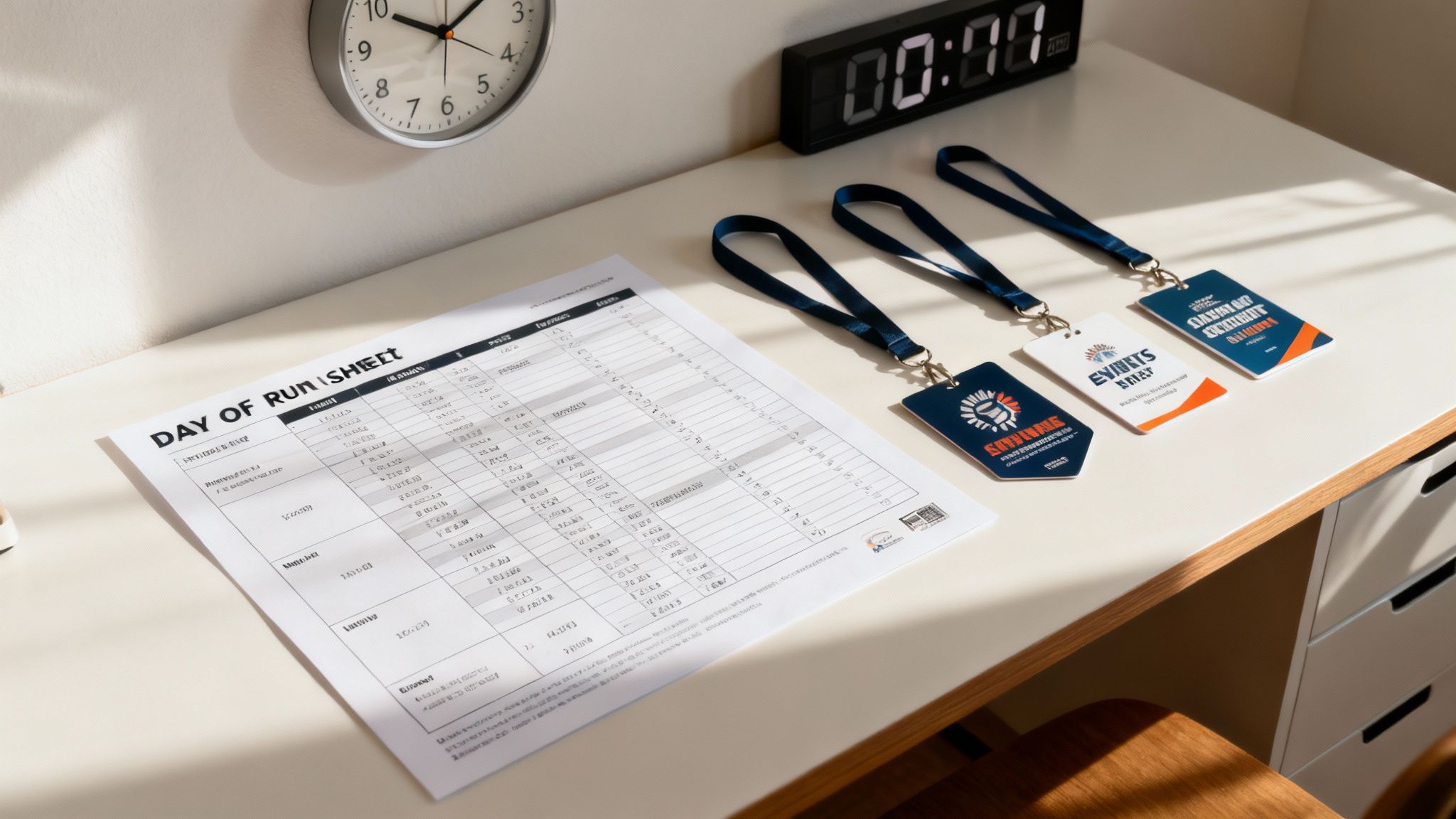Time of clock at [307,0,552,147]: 1:49
